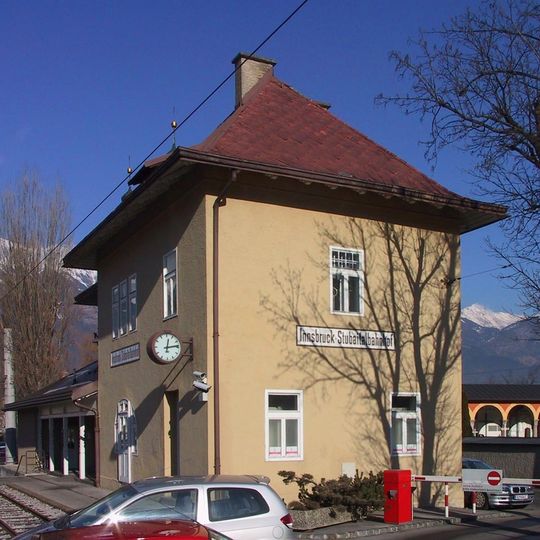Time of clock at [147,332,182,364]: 12:13
